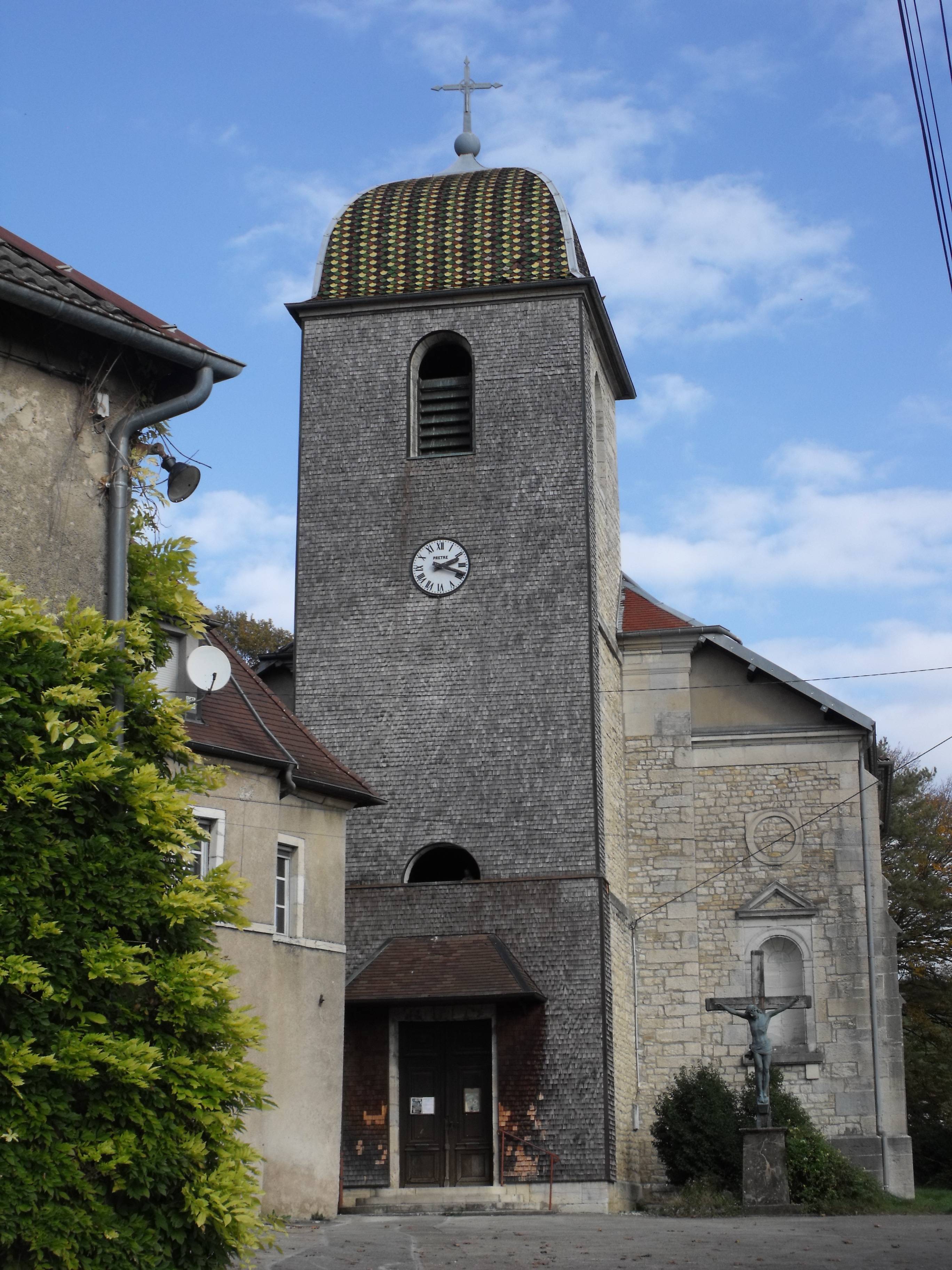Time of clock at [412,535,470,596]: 2:18
